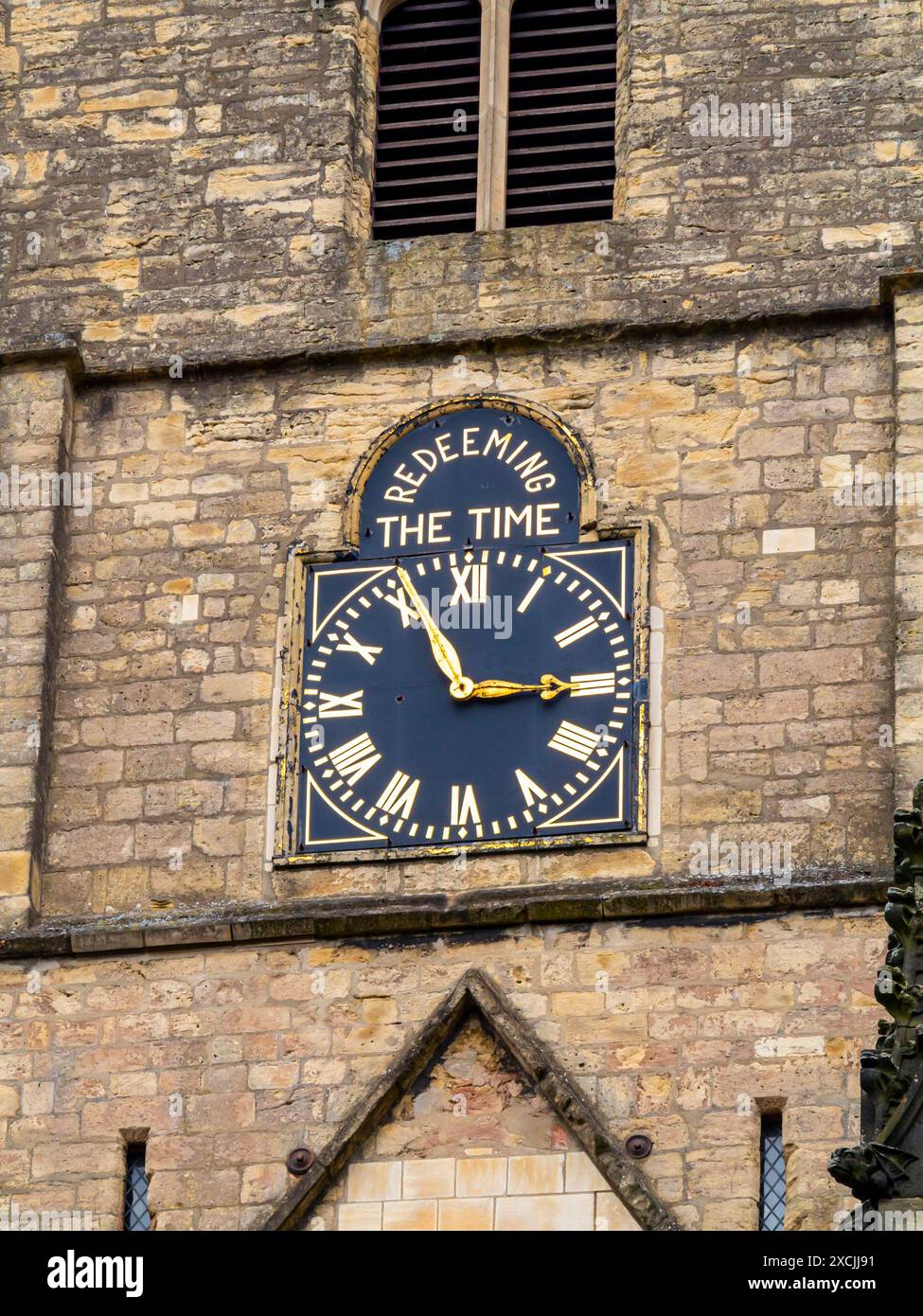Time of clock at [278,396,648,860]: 2:56
